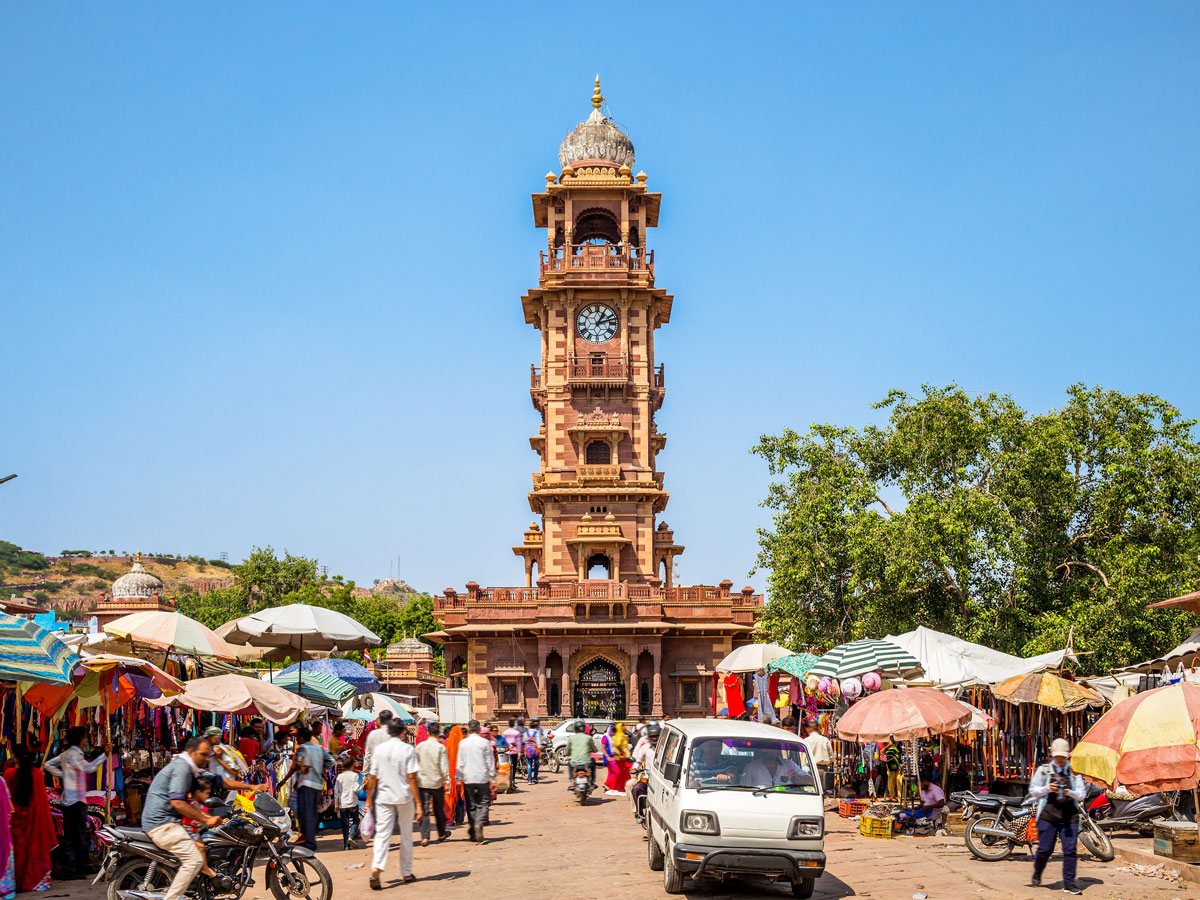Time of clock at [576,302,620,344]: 1:12
